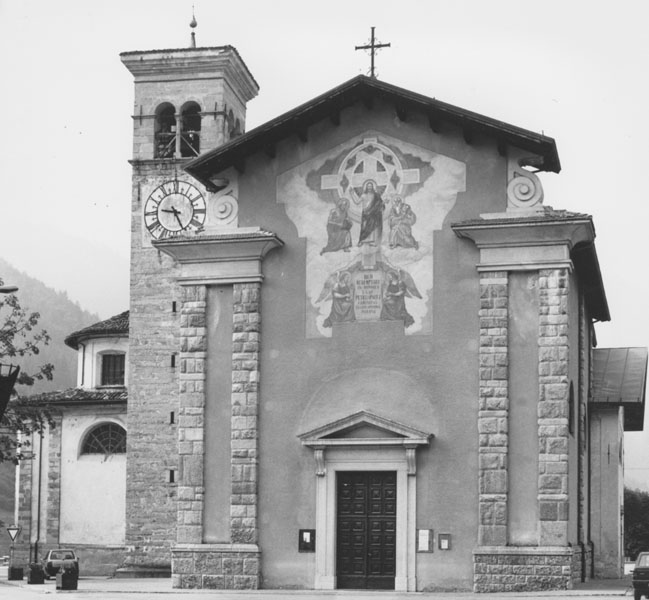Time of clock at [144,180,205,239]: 9:25
